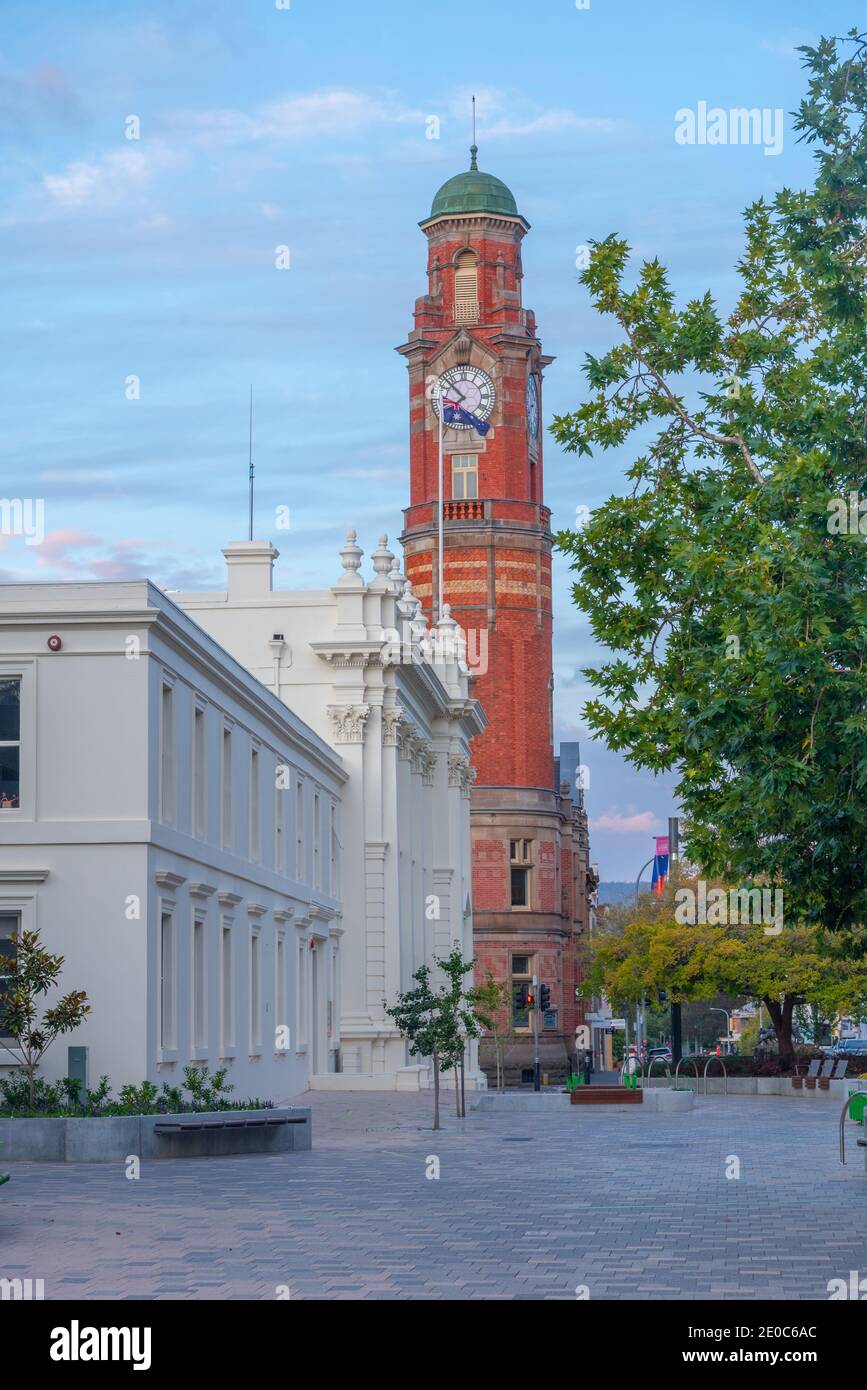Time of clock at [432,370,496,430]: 7:52
